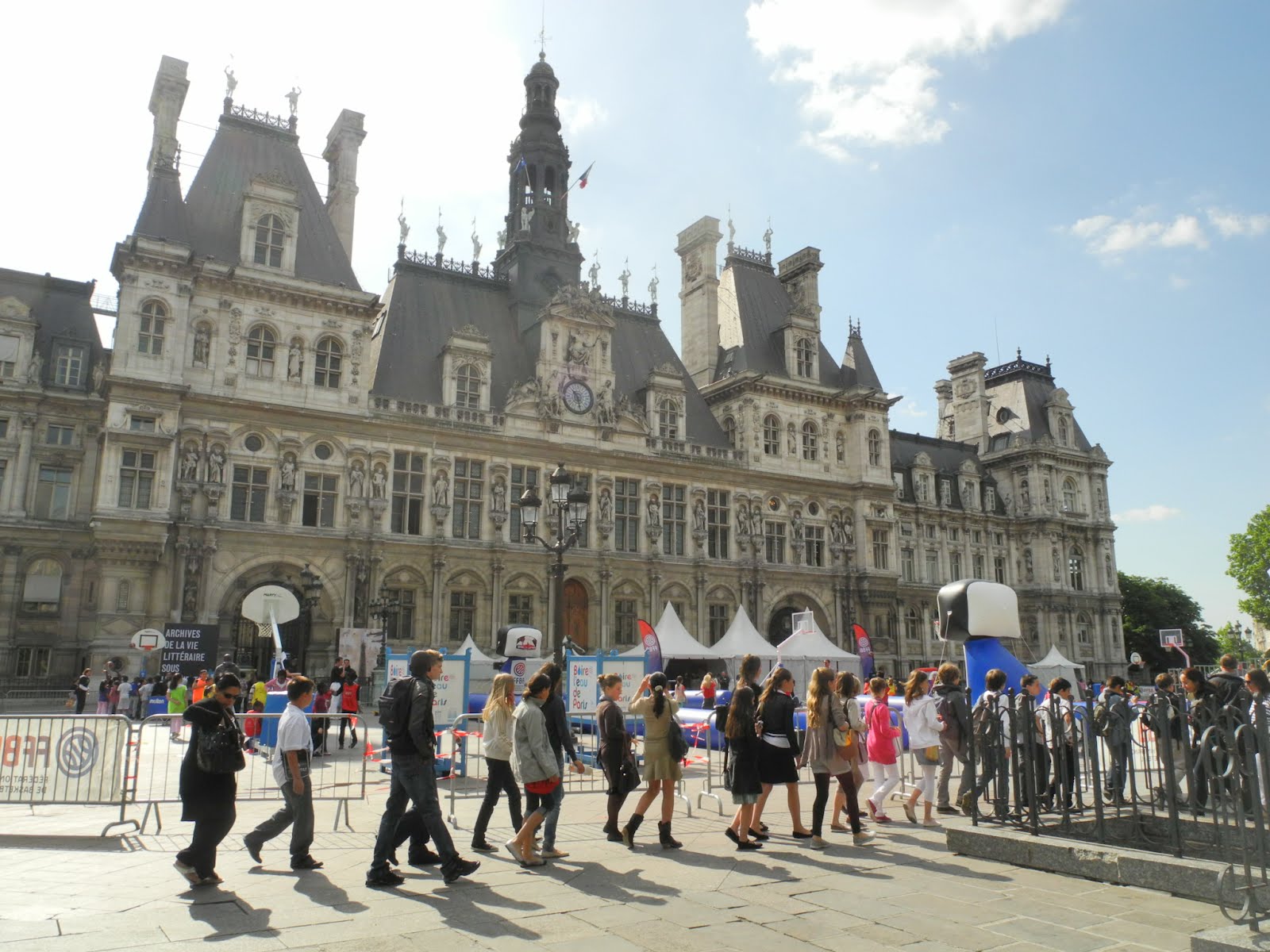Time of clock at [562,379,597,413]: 10:28
